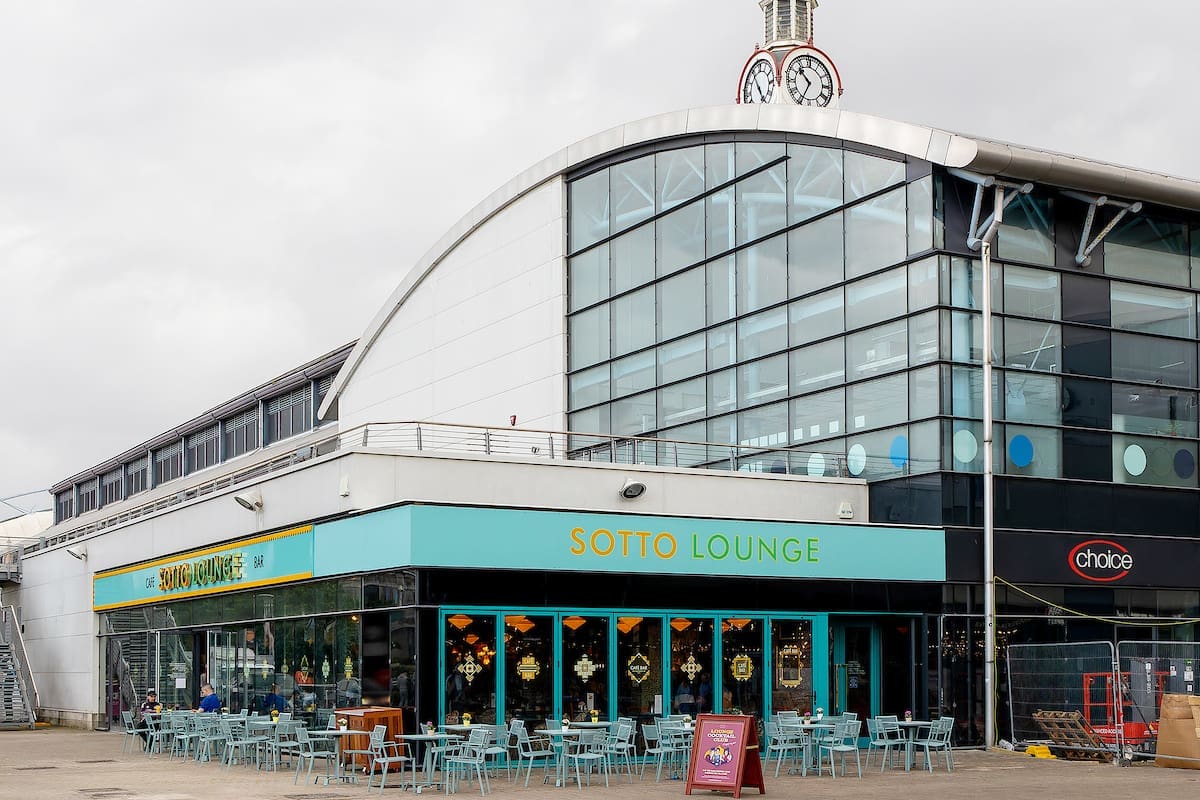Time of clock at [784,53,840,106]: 10:34
